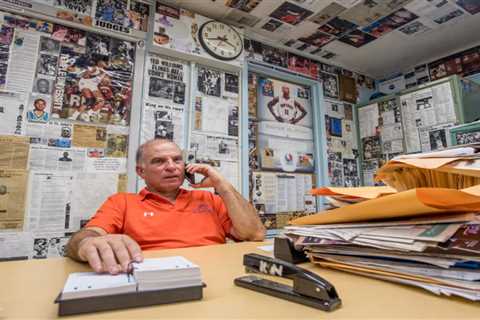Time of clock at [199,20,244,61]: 3:42
